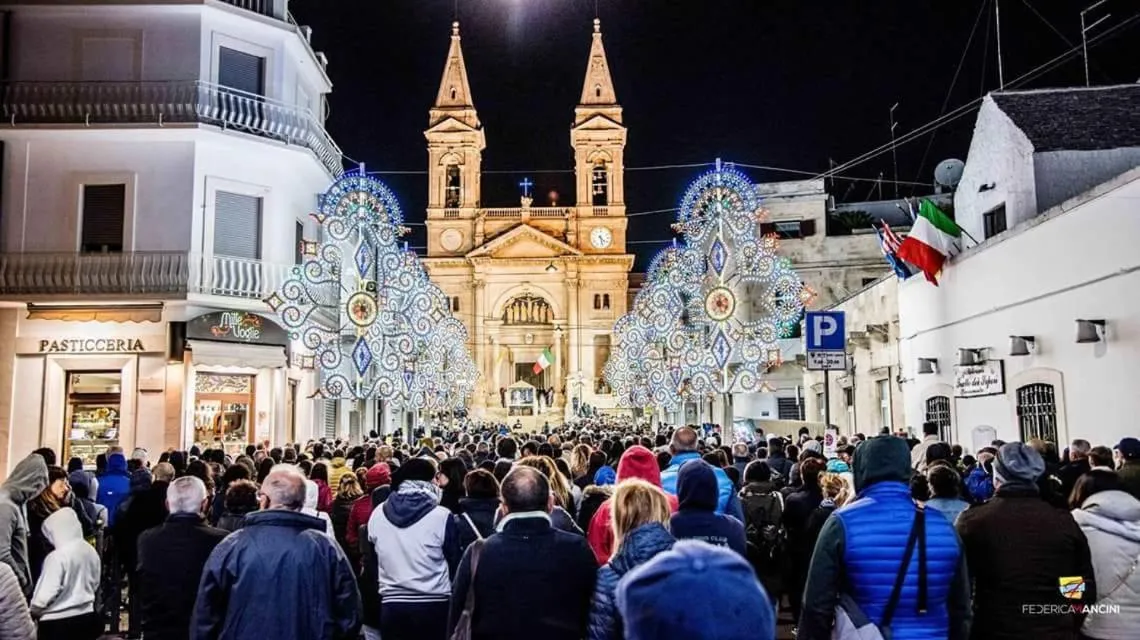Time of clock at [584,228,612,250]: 4:27
